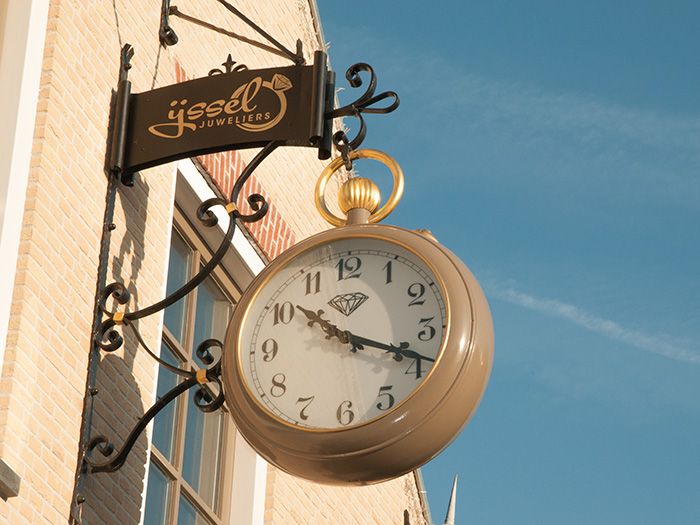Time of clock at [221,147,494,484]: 10:18
